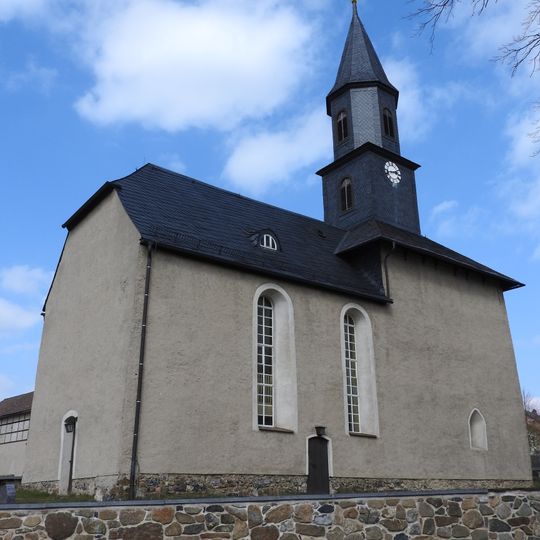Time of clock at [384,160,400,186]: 2:42
